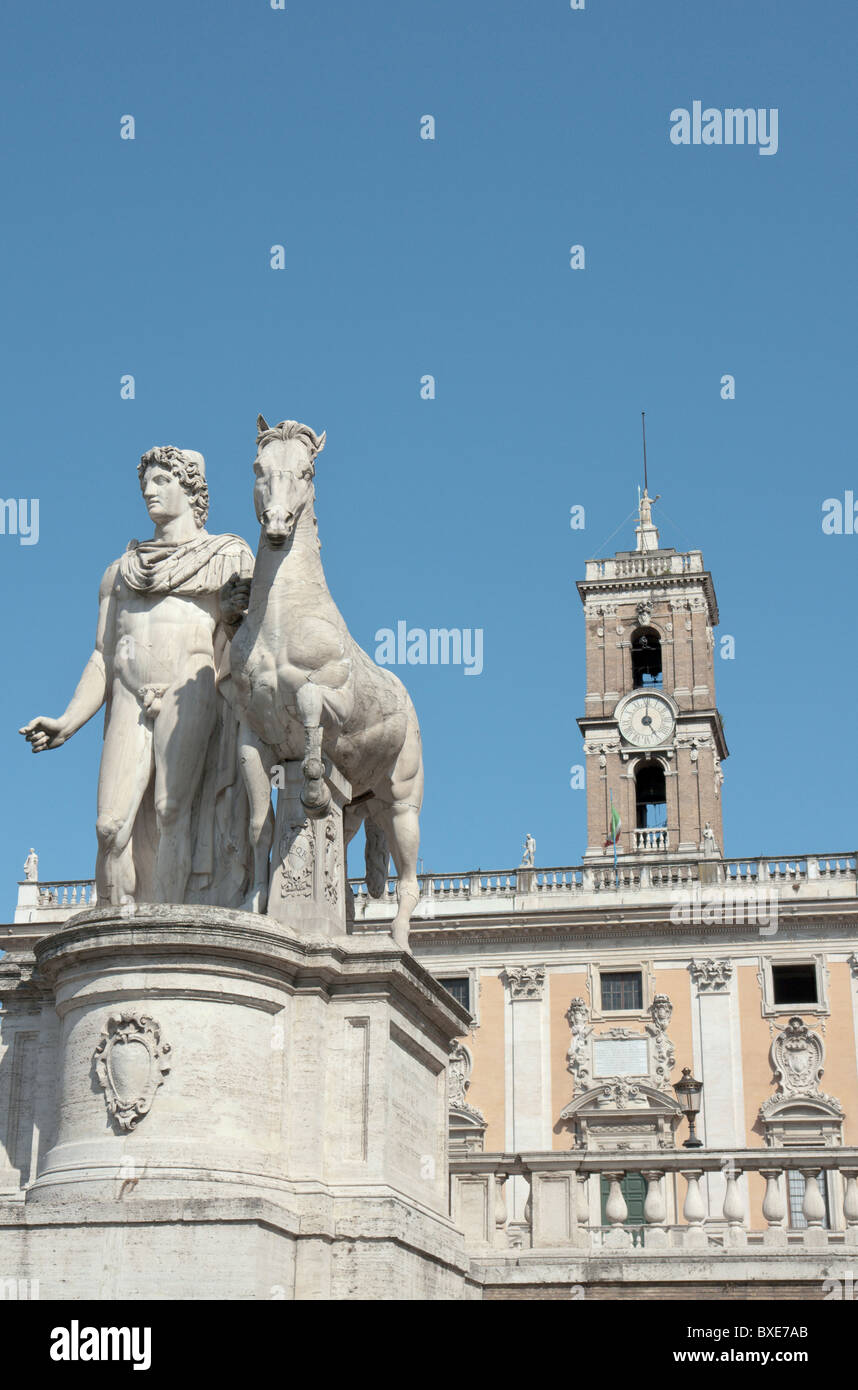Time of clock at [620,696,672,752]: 5:00
